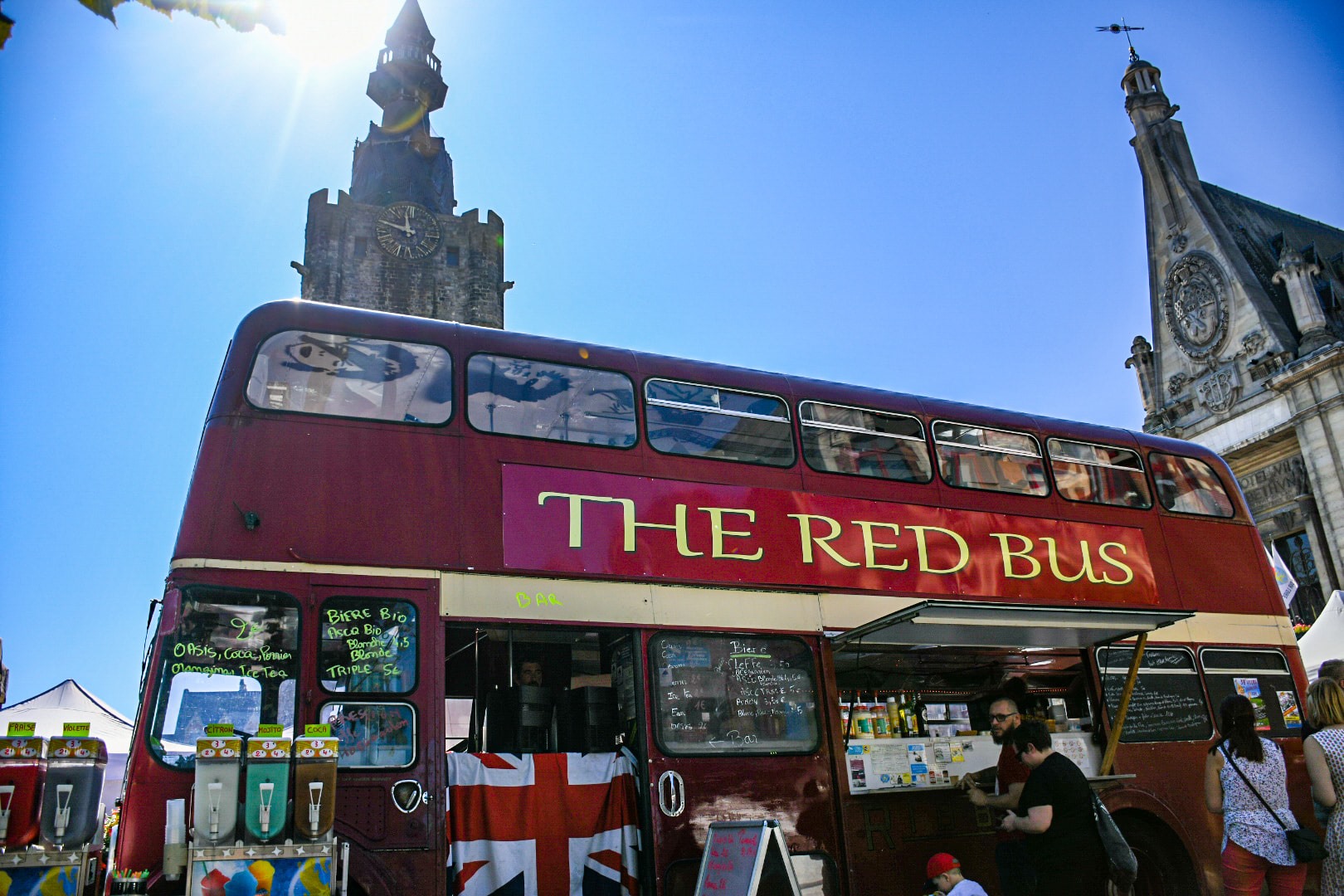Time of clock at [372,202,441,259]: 11:48
